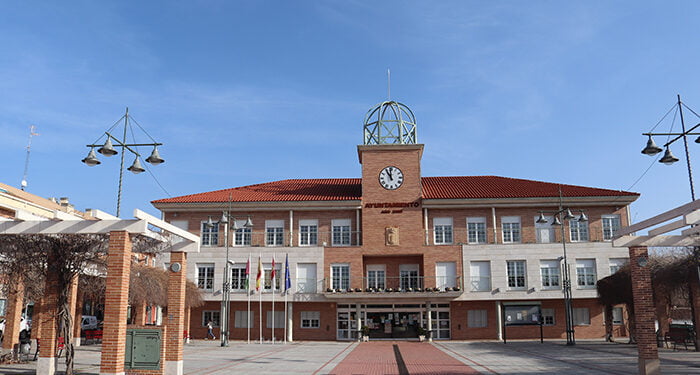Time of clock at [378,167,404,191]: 10:59
